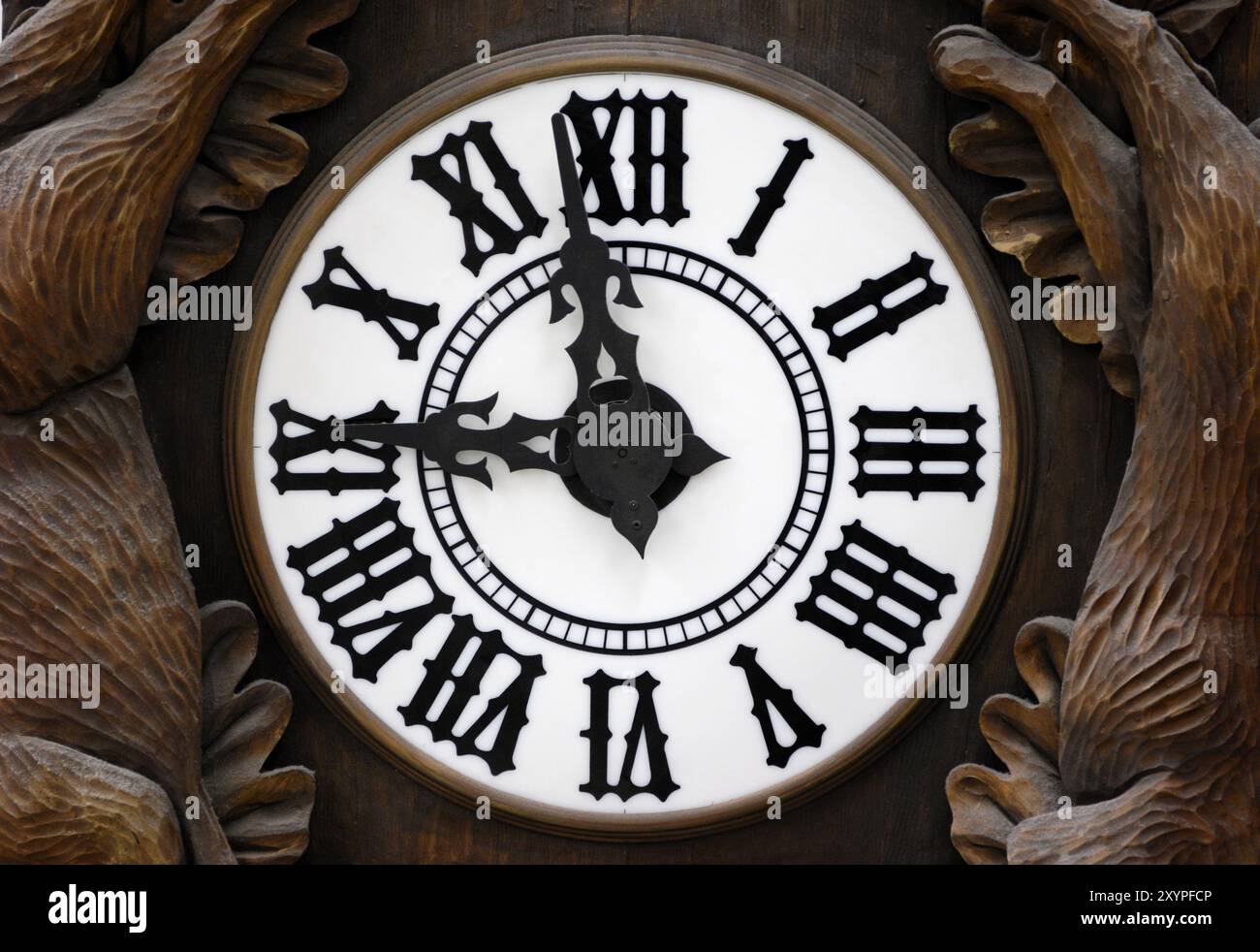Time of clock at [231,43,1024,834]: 11:45
